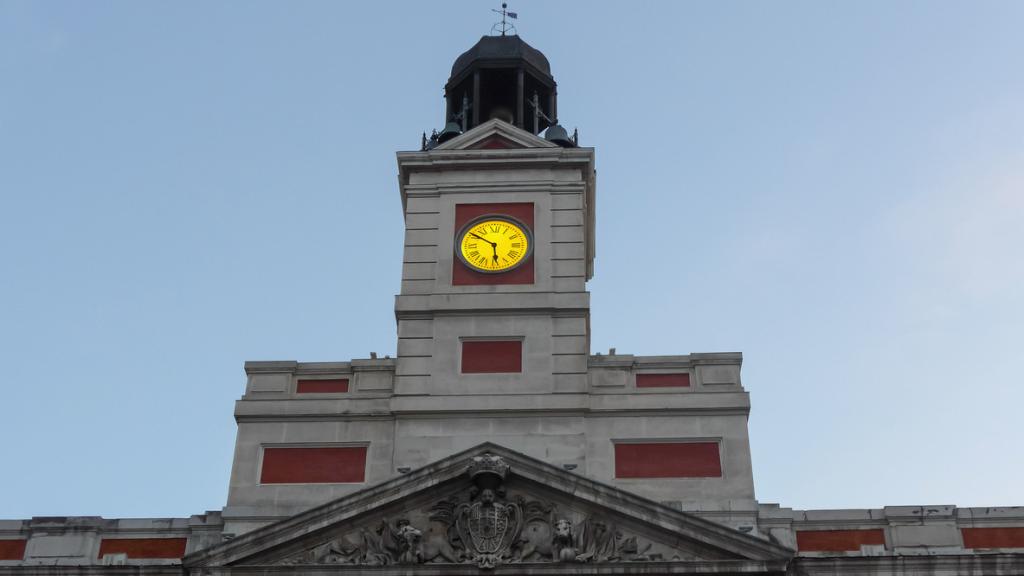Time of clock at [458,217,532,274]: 5:50
